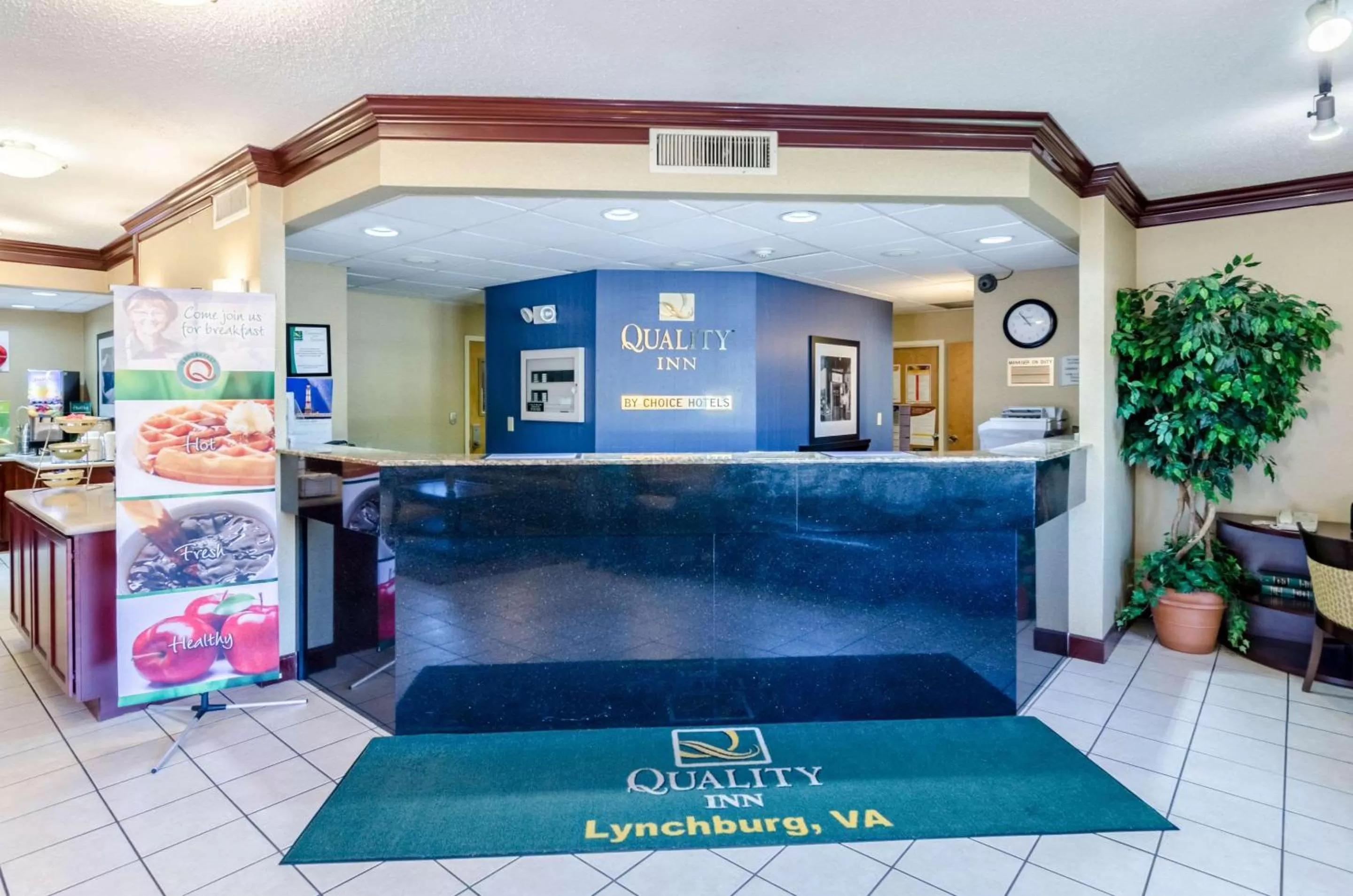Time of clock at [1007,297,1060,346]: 2:53
